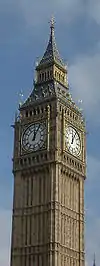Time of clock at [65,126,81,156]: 12:04
